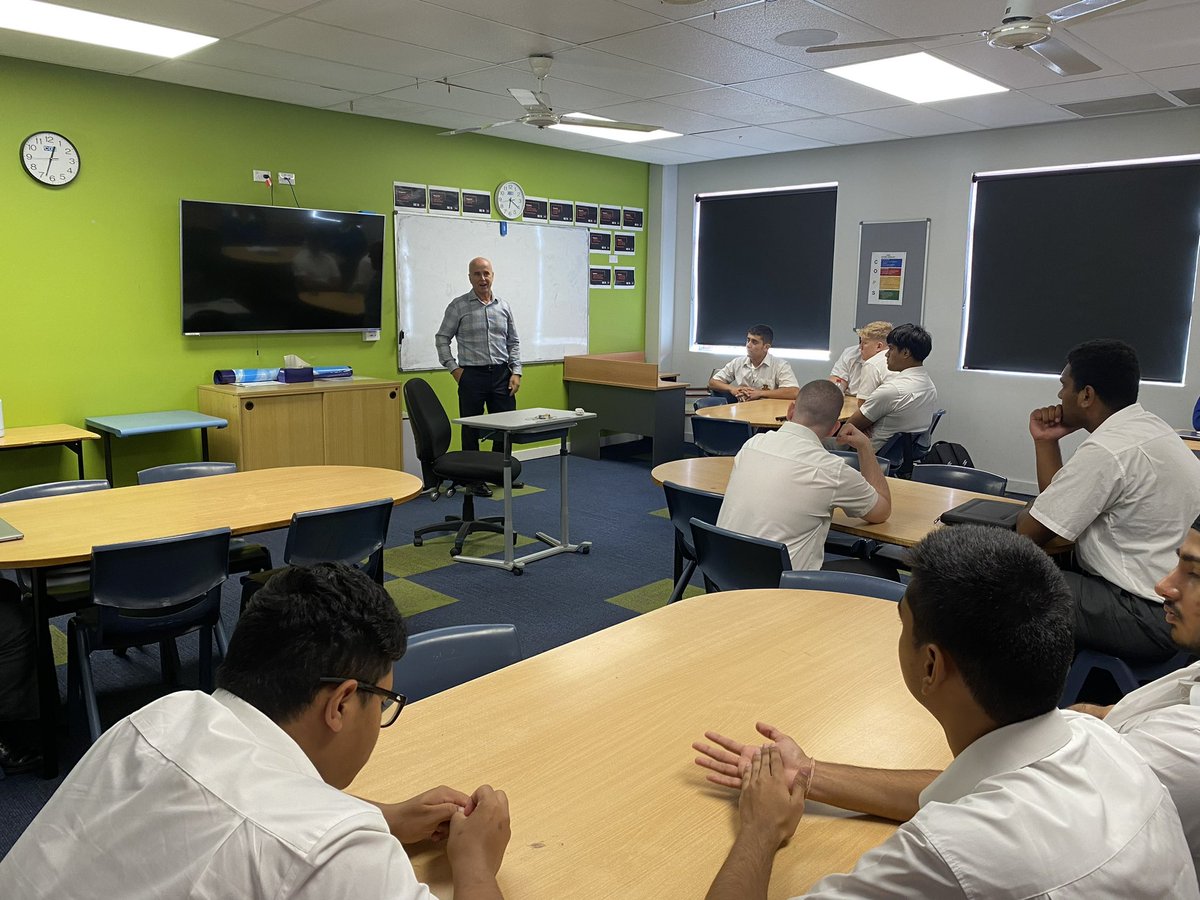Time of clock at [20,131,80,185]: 12:32
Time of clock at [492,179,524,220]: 6:20
